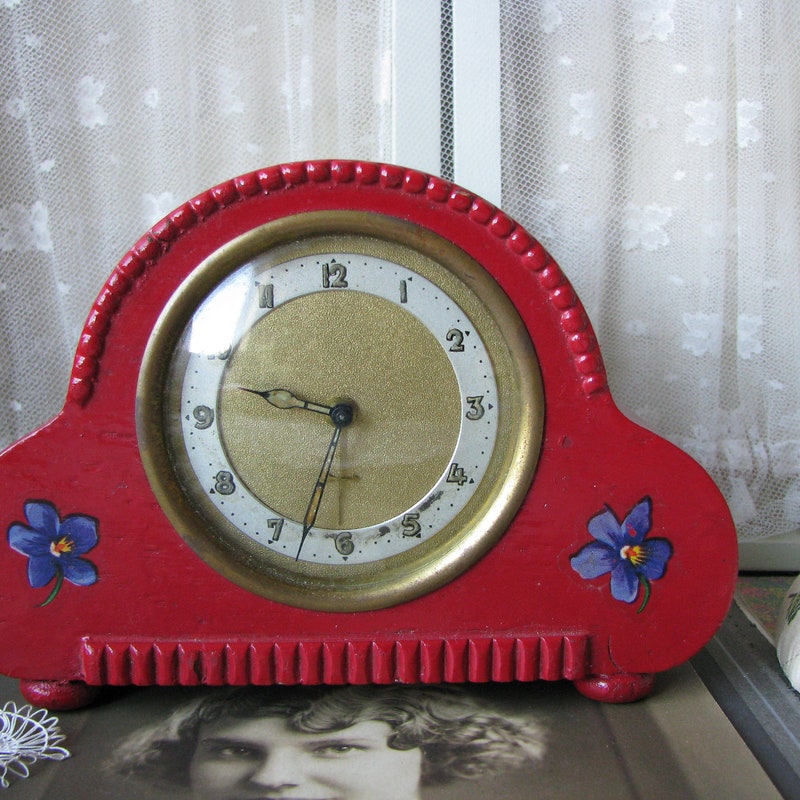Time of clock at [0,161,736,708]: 9:33
